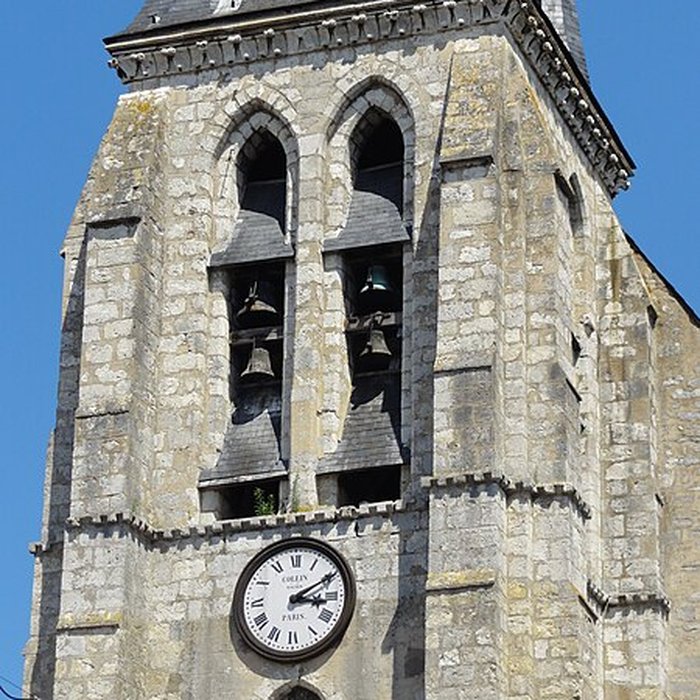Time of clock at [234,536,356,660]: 3:10
